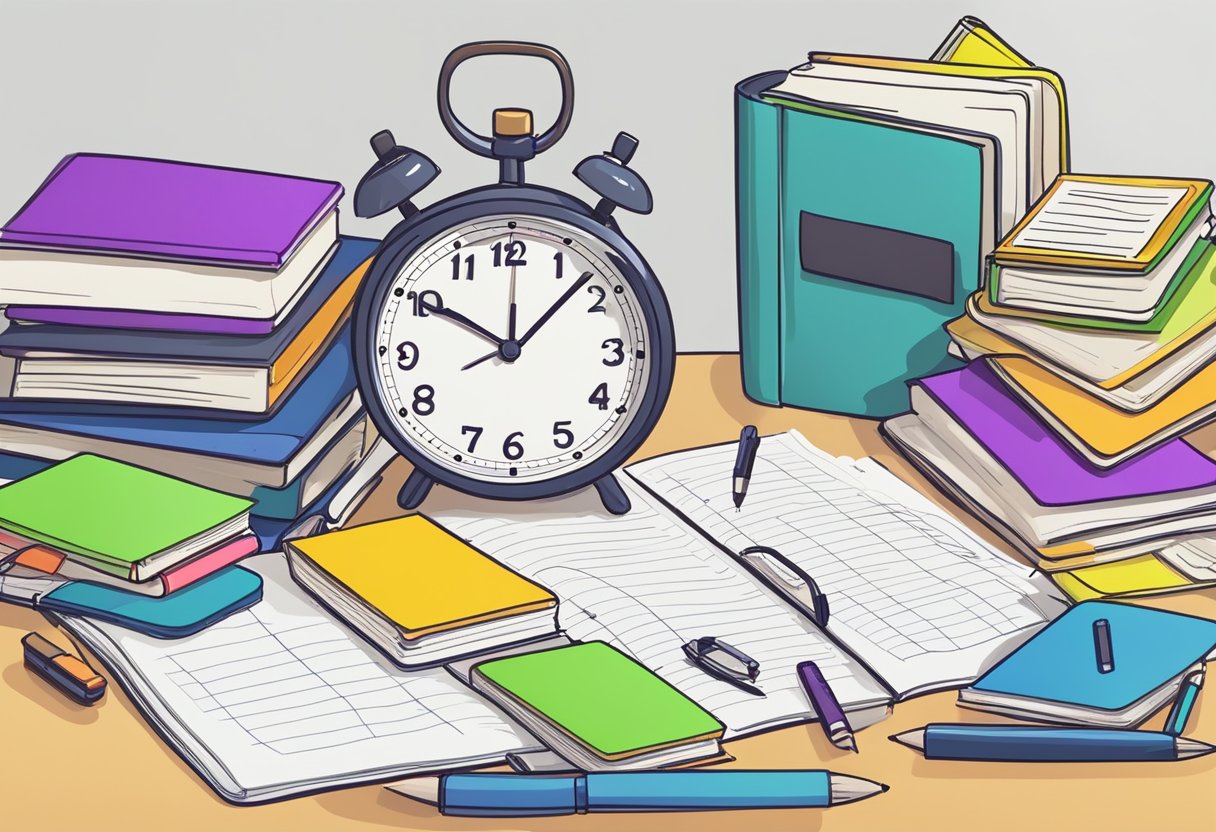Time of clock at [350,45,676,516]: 10:07
